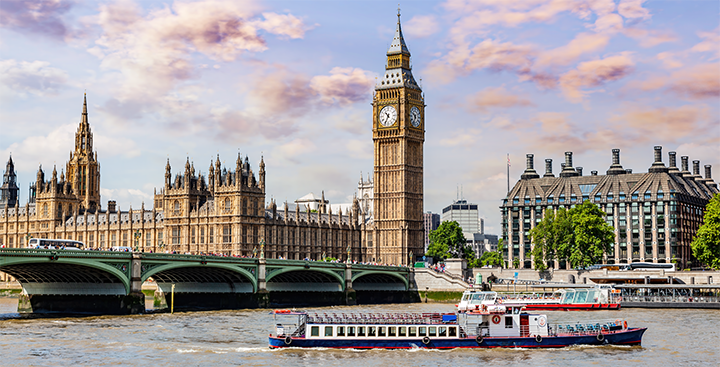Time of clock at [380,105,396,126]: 10:34
